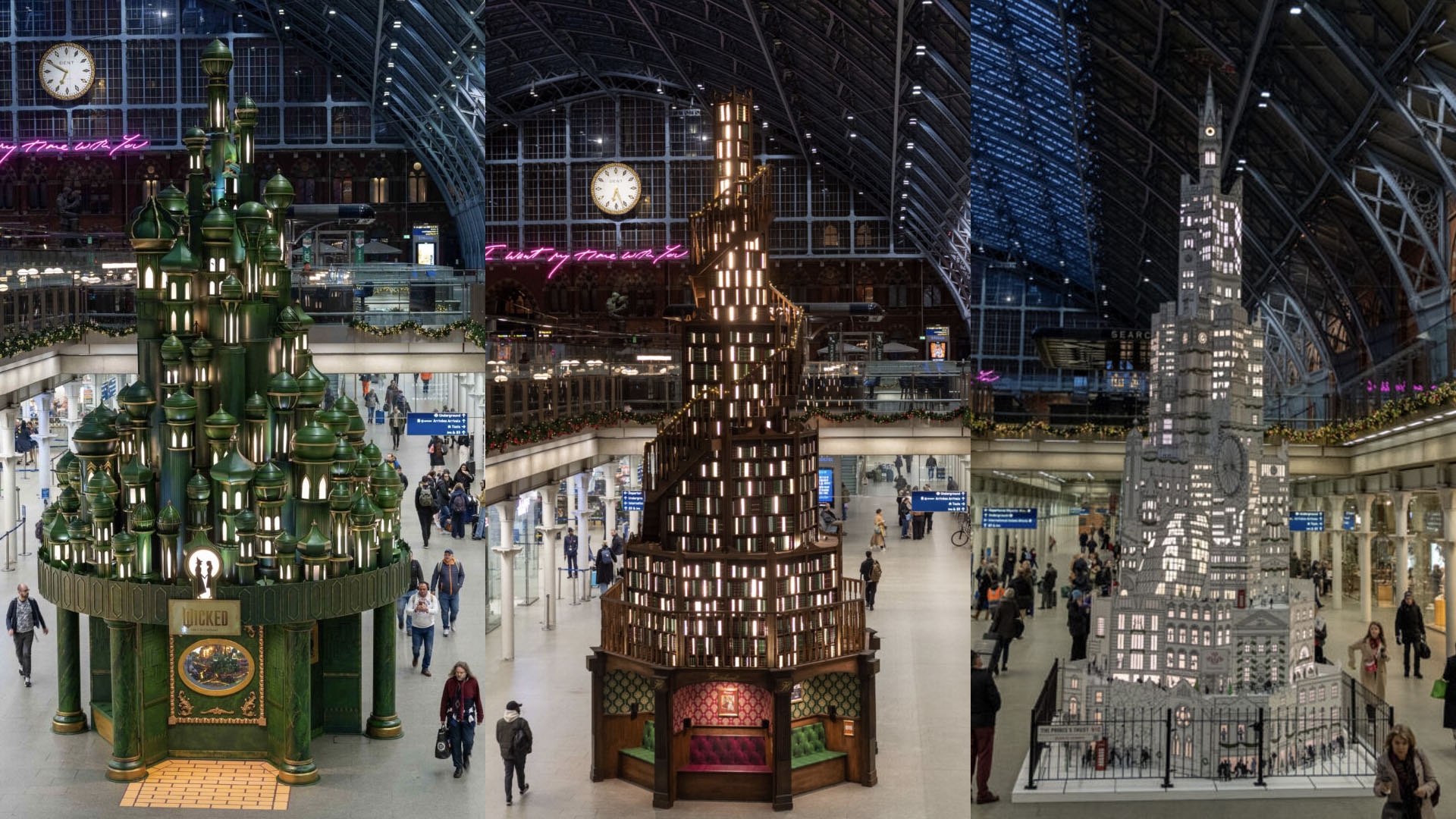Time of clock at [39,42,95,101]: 6:49
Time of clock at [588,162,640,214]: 6:26
